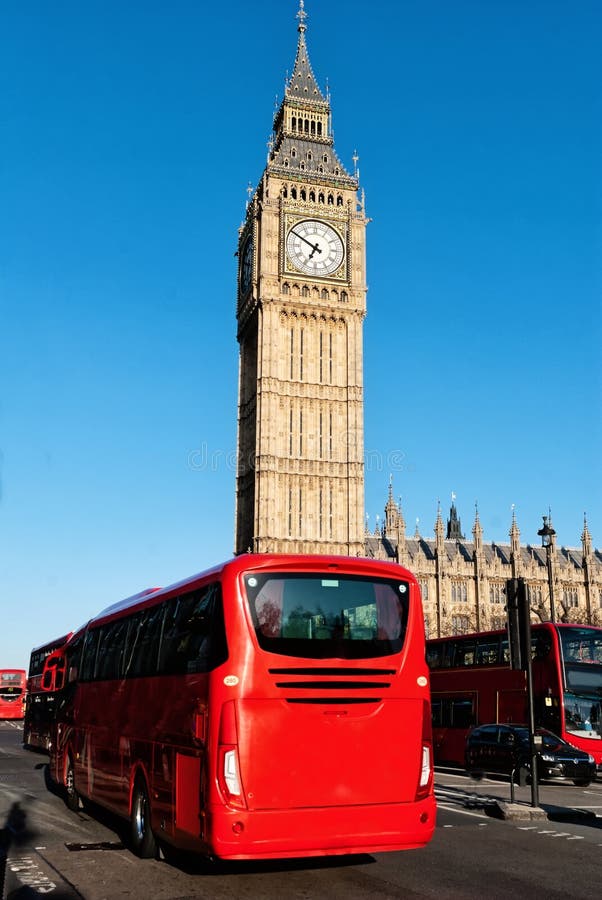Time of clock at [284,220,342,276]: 6:50
